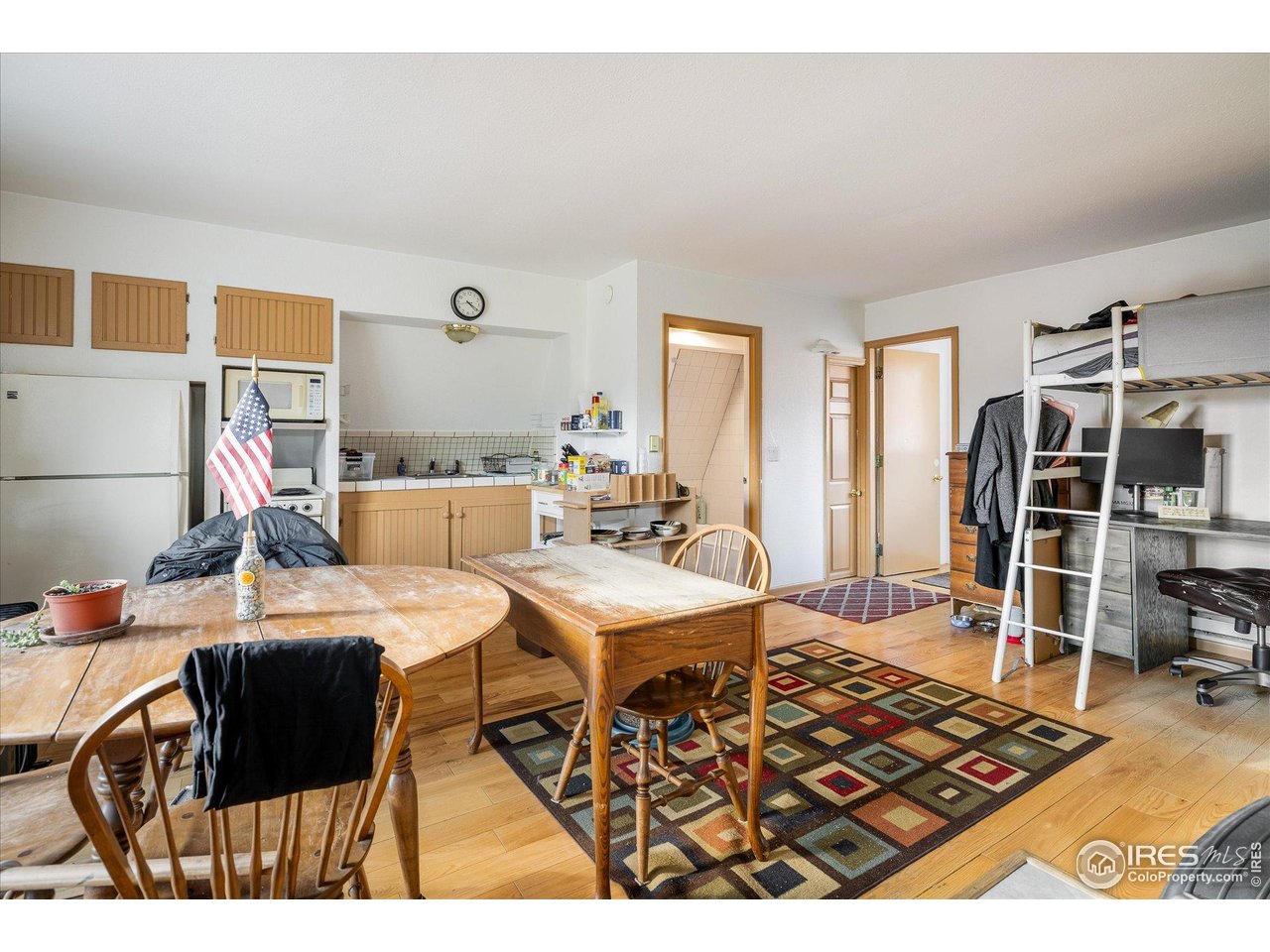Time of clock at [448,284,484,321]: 4:19
